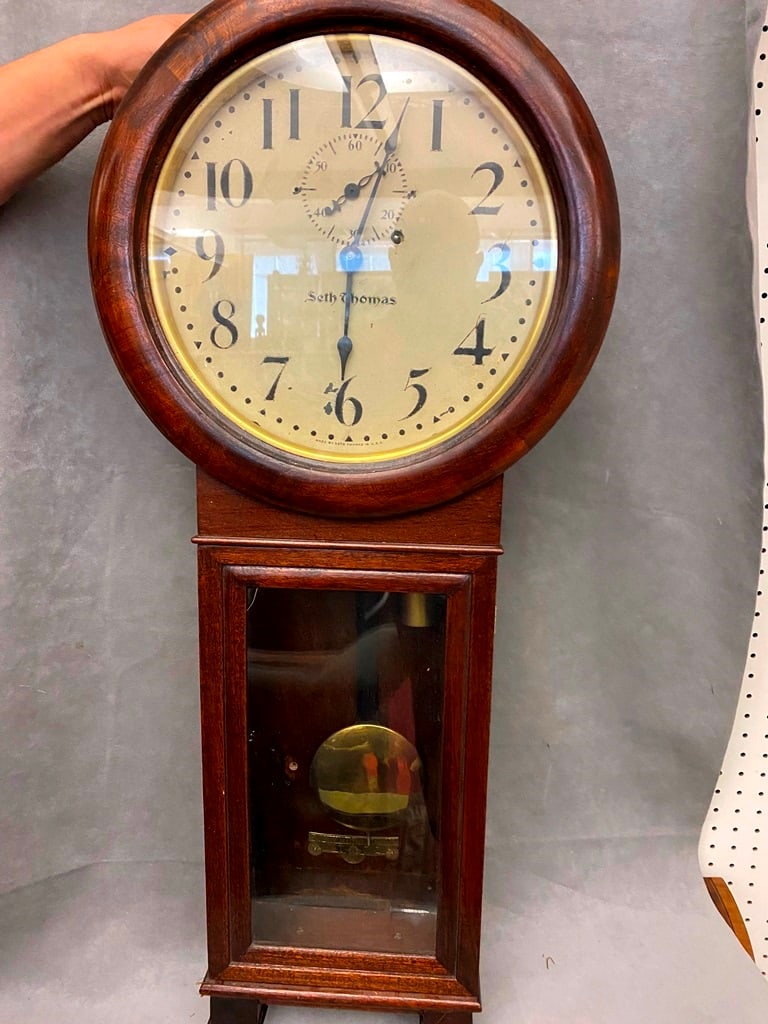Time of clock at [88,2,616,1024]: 12:30
